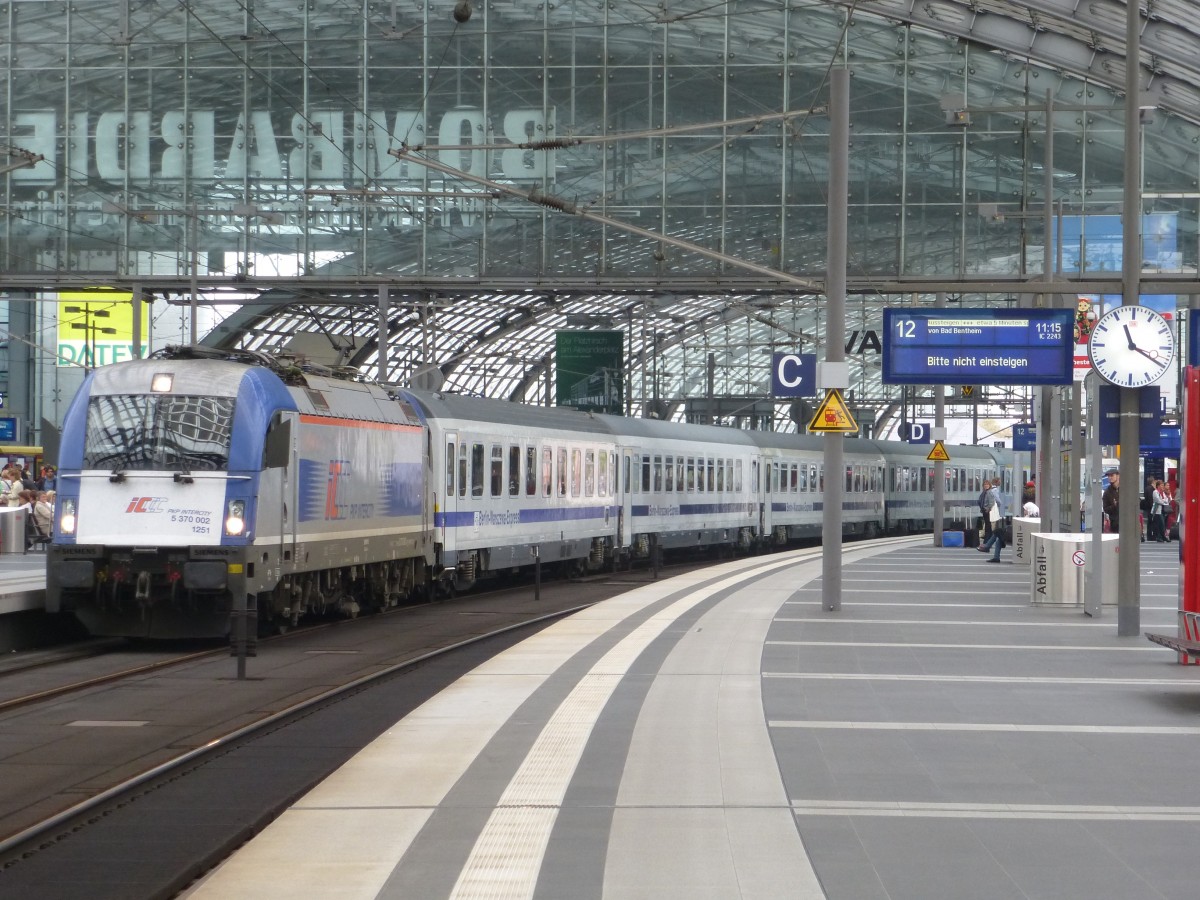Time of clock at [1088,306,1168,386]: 11:19
